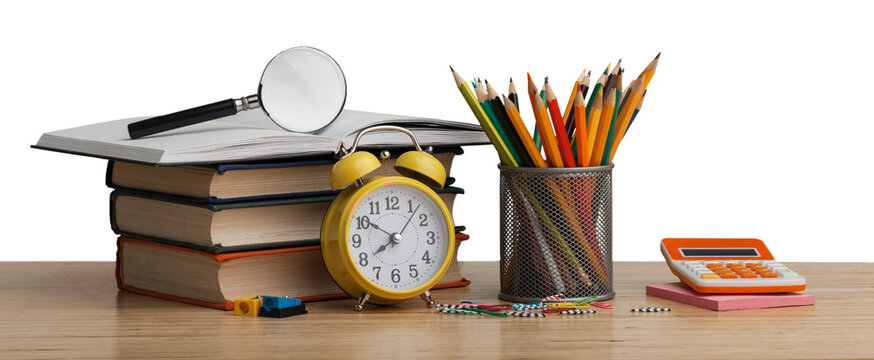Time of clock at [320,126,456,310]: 7:50
